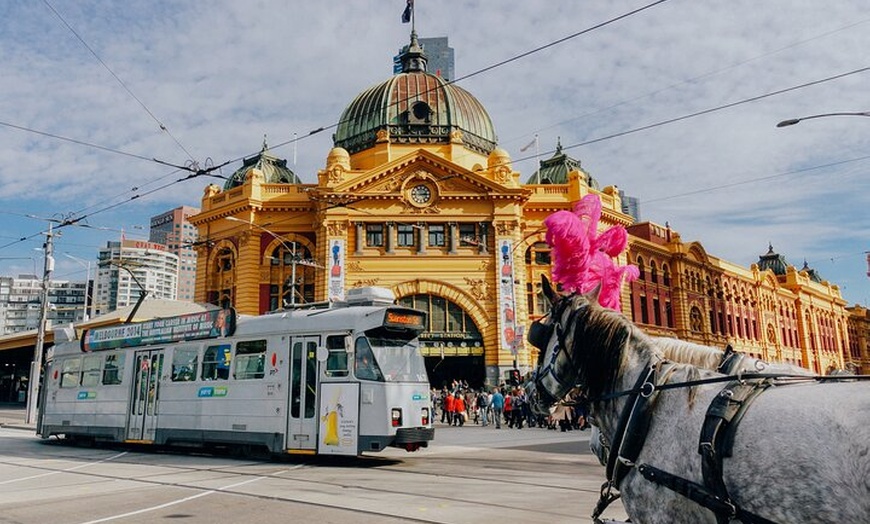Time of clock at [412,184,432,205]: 2:44
